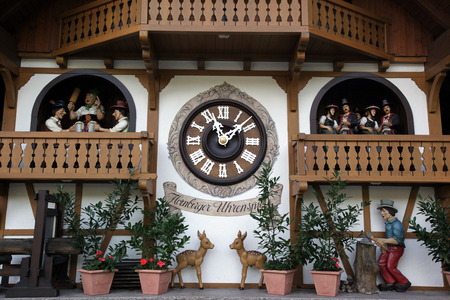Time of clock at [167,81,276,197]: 1:56
